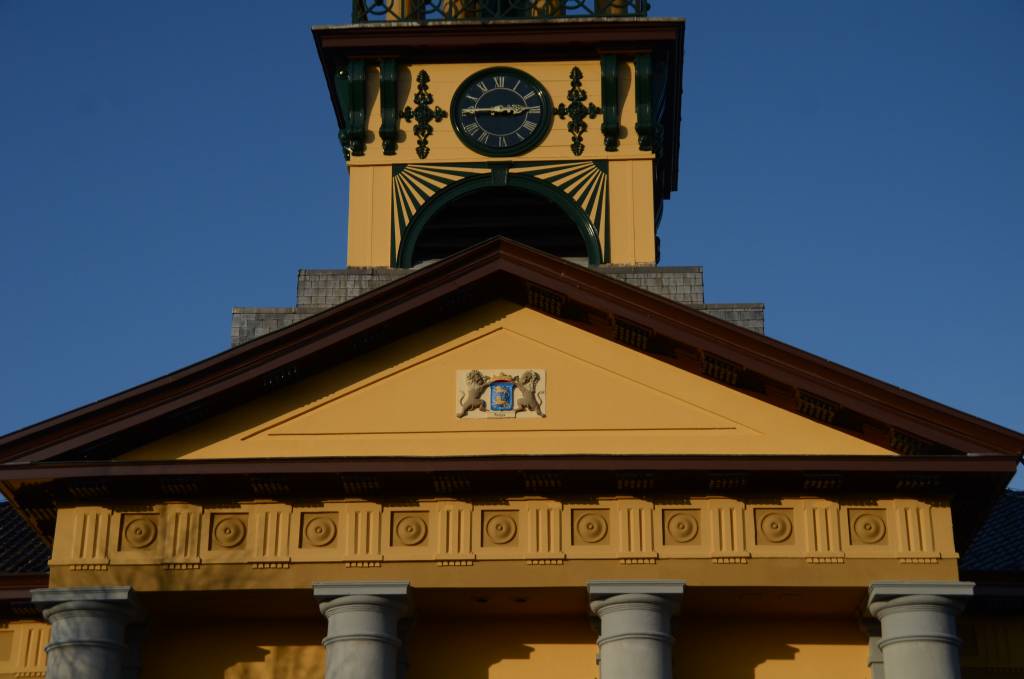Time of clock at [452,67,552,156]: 2:45
